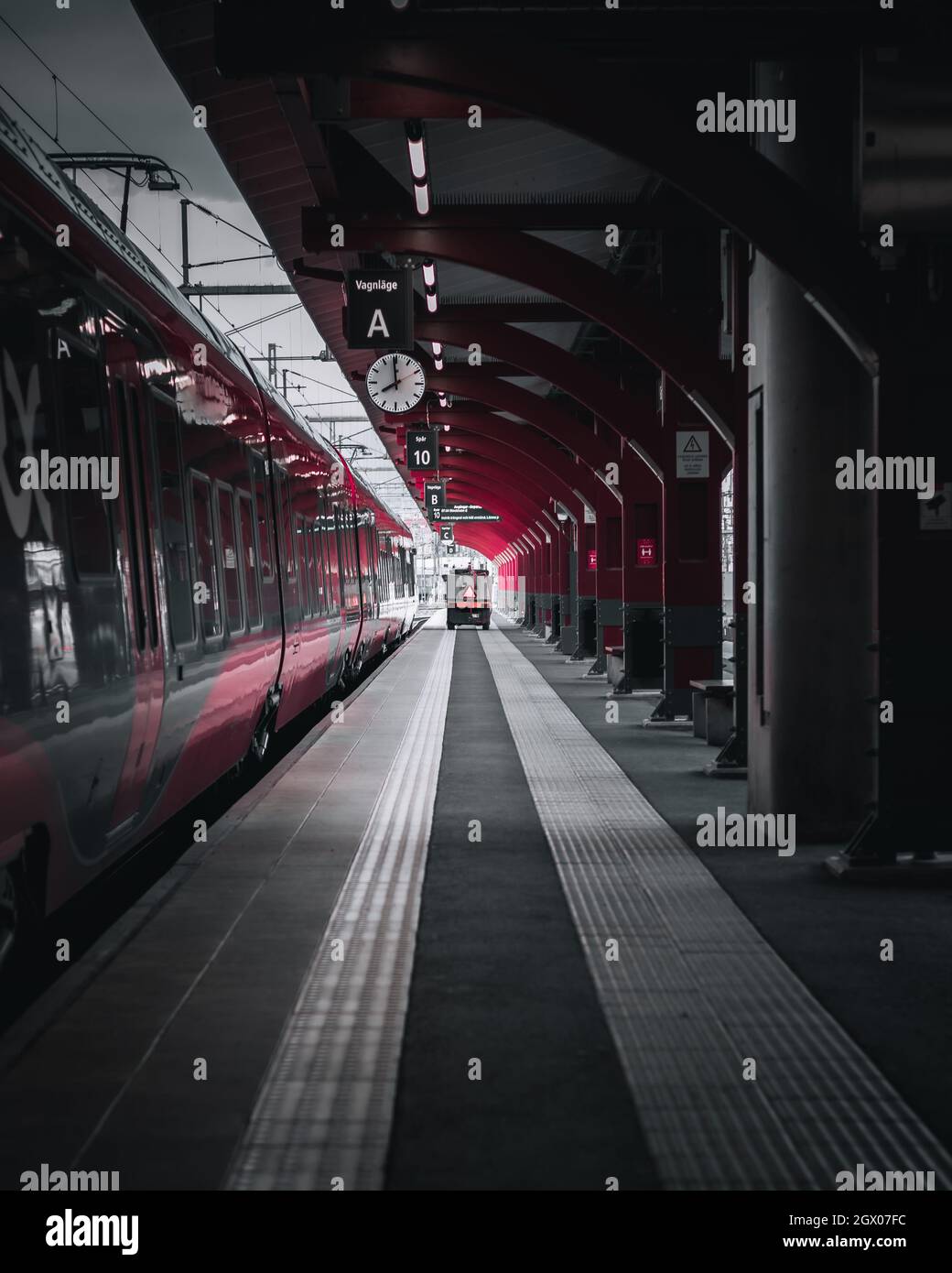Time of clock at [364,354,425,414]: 7:59
